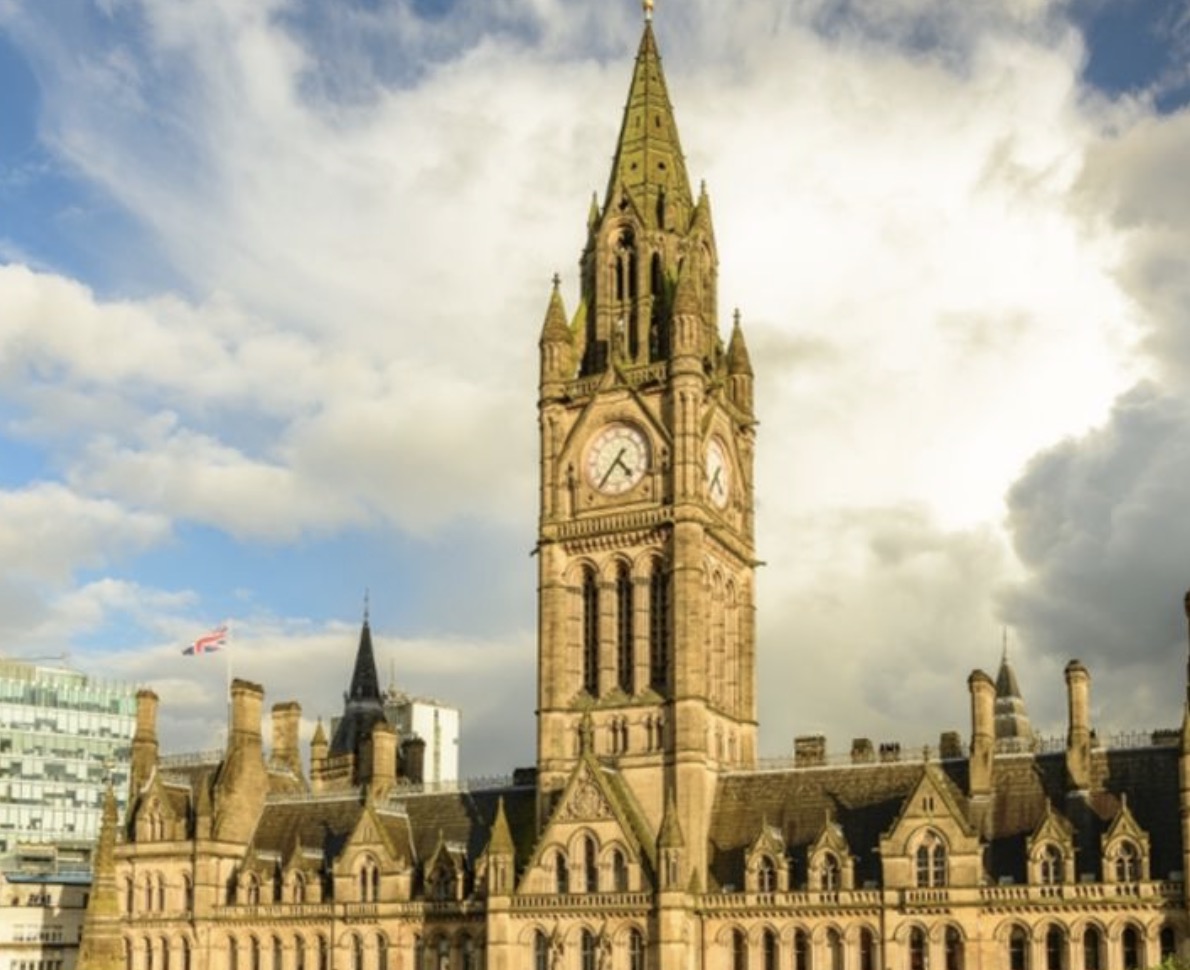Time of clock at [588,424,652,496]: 4:35
